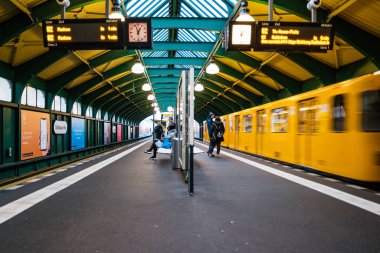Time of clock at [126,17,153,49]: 12:57
